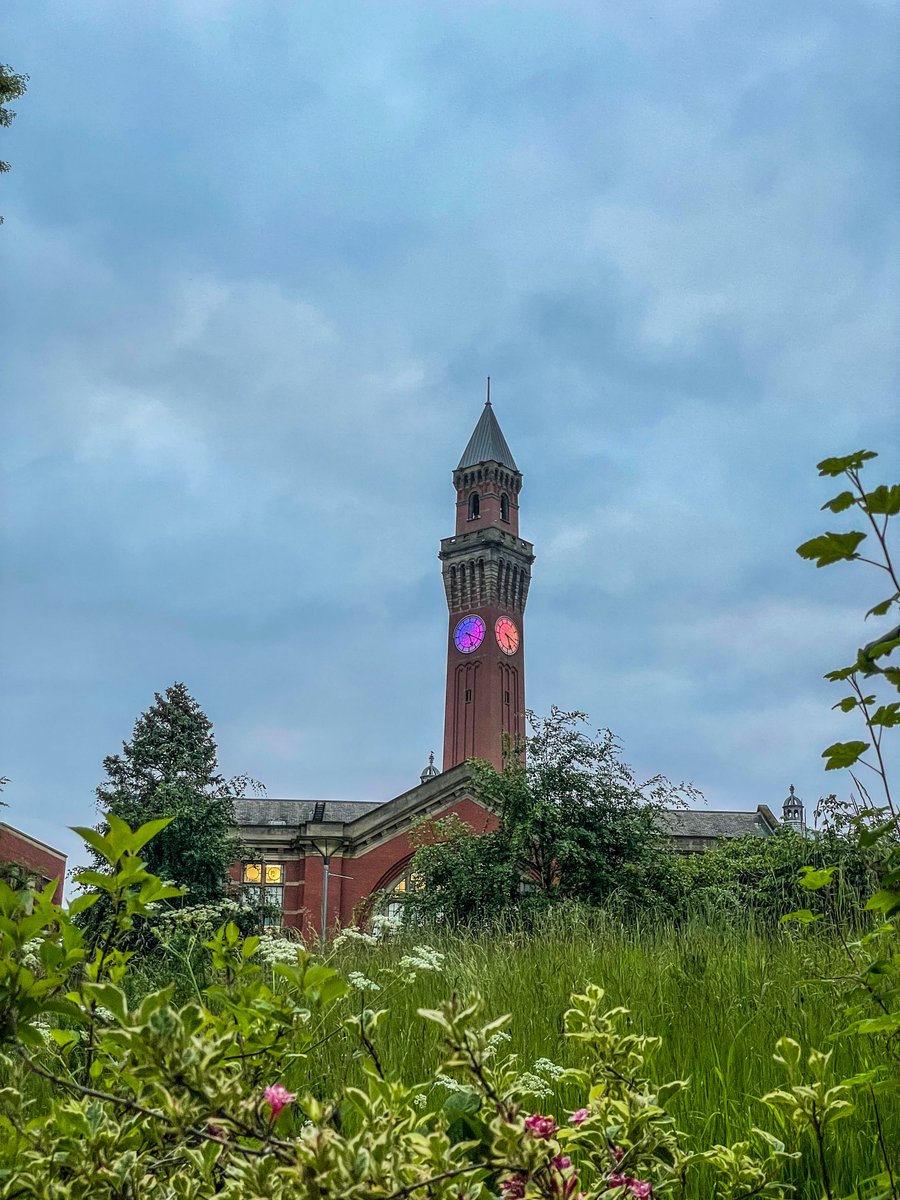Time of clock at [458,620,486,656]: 5:19
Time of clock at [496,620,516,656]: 5:18
